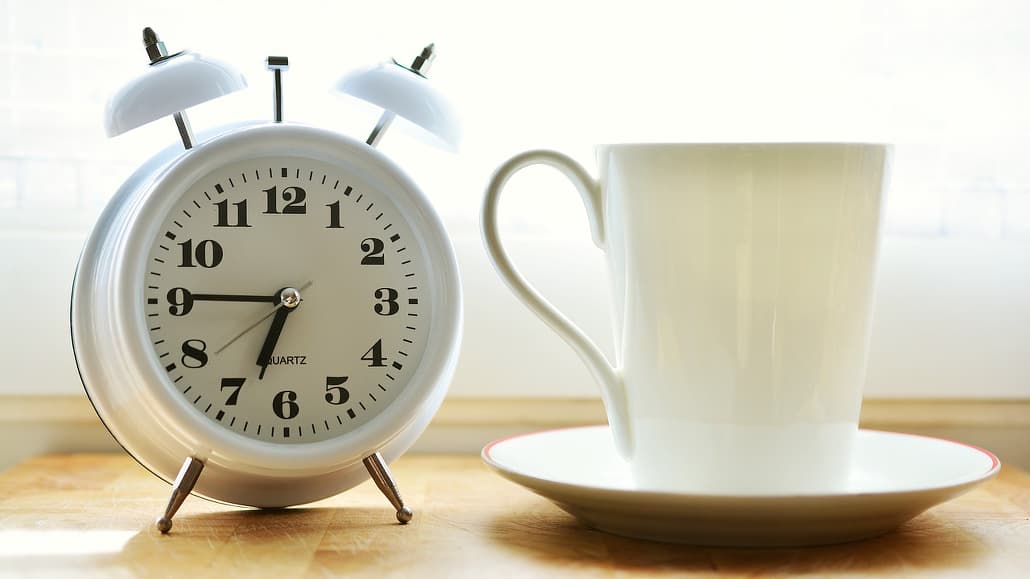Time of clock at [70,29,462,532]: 6:45
